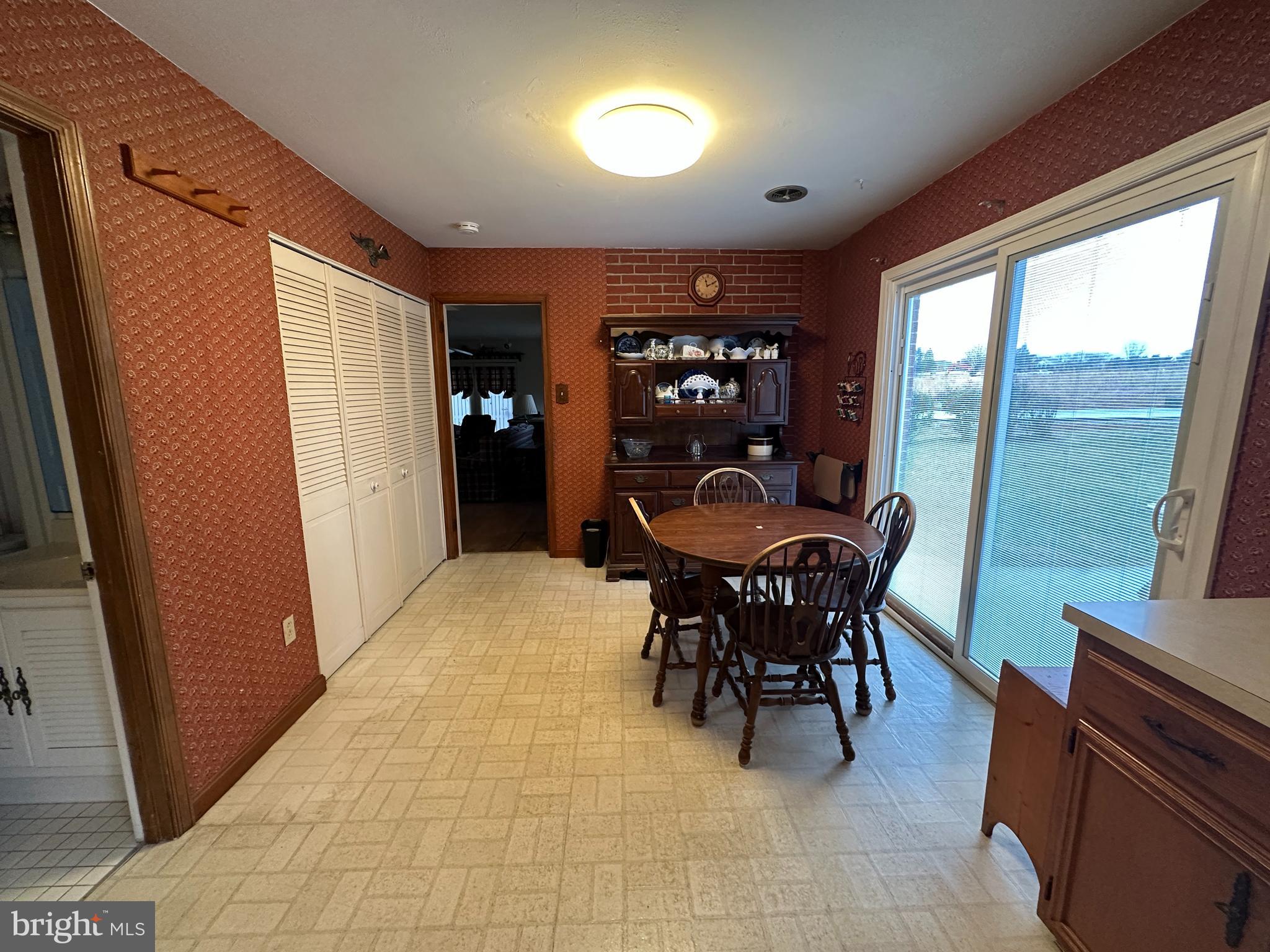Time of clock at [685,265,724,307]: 11:10
